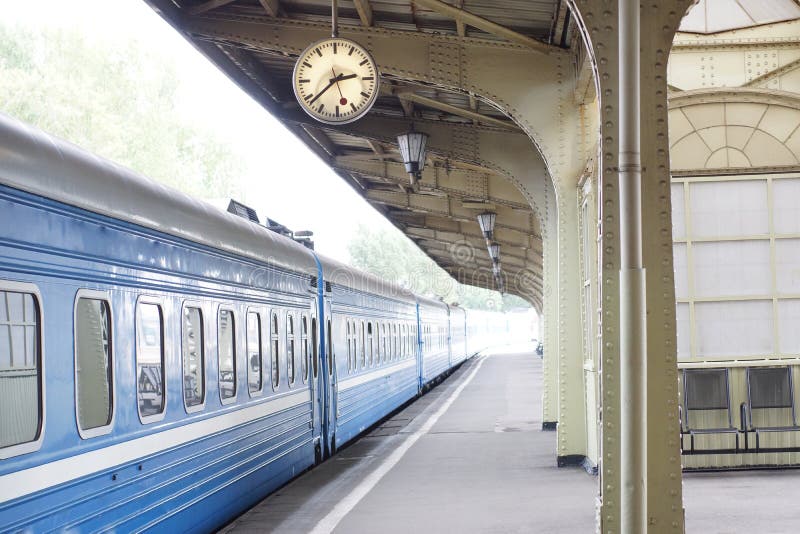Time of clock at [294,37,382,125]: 2:38
